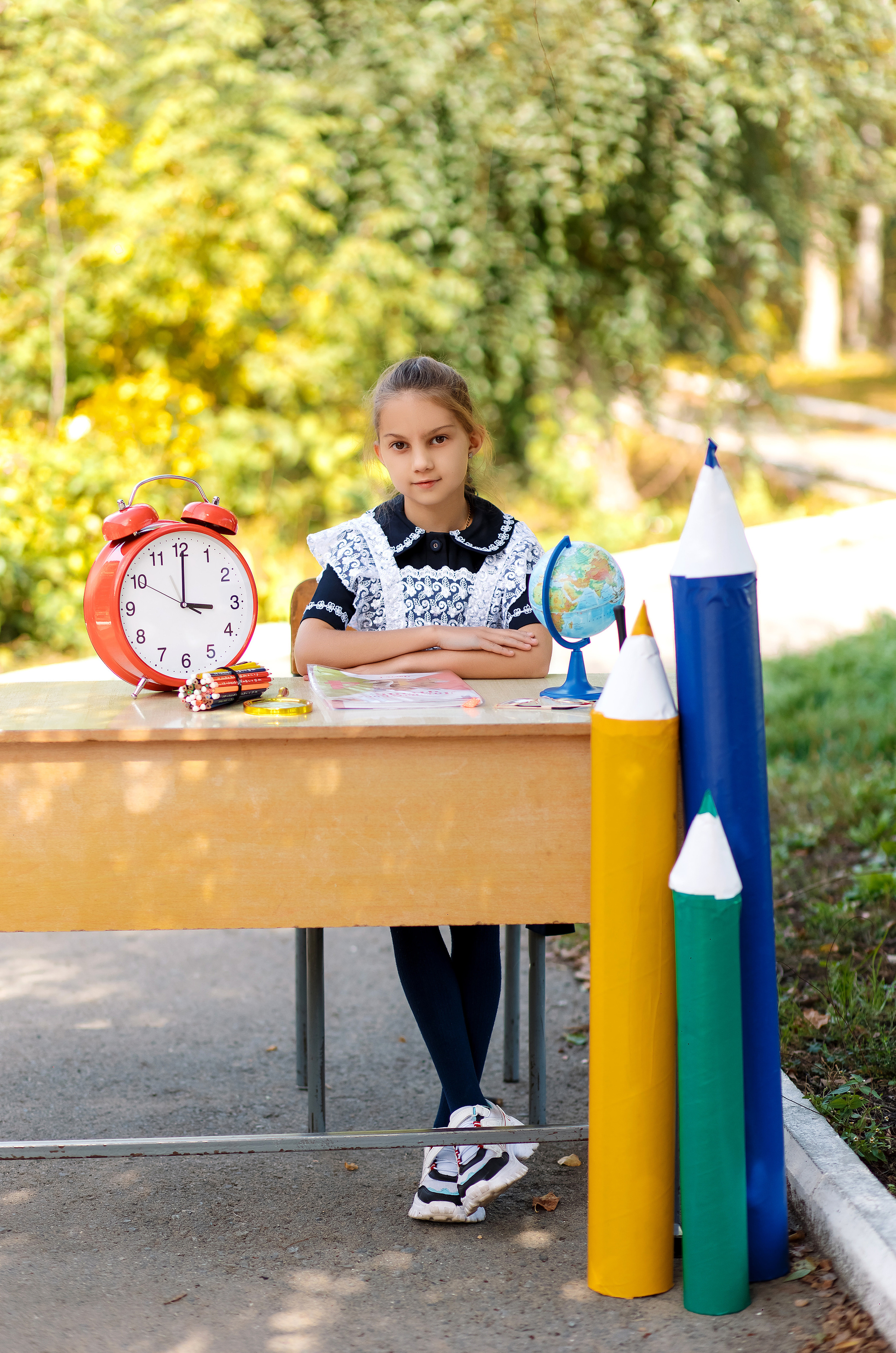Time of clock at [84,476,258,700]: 3:00
